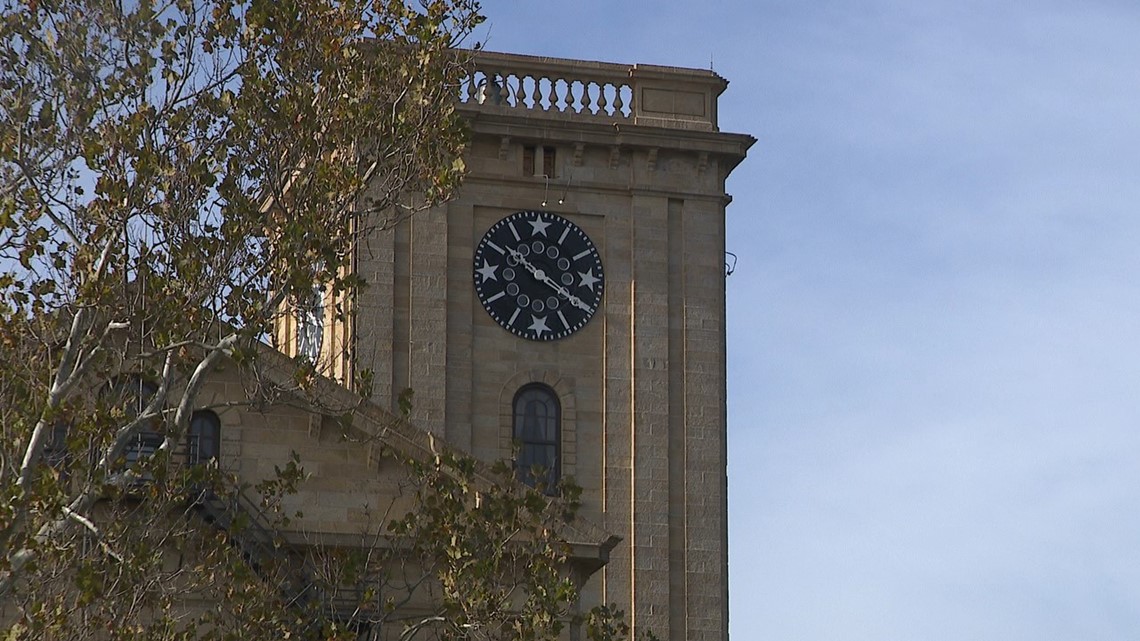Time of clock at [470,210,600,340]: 10:20
